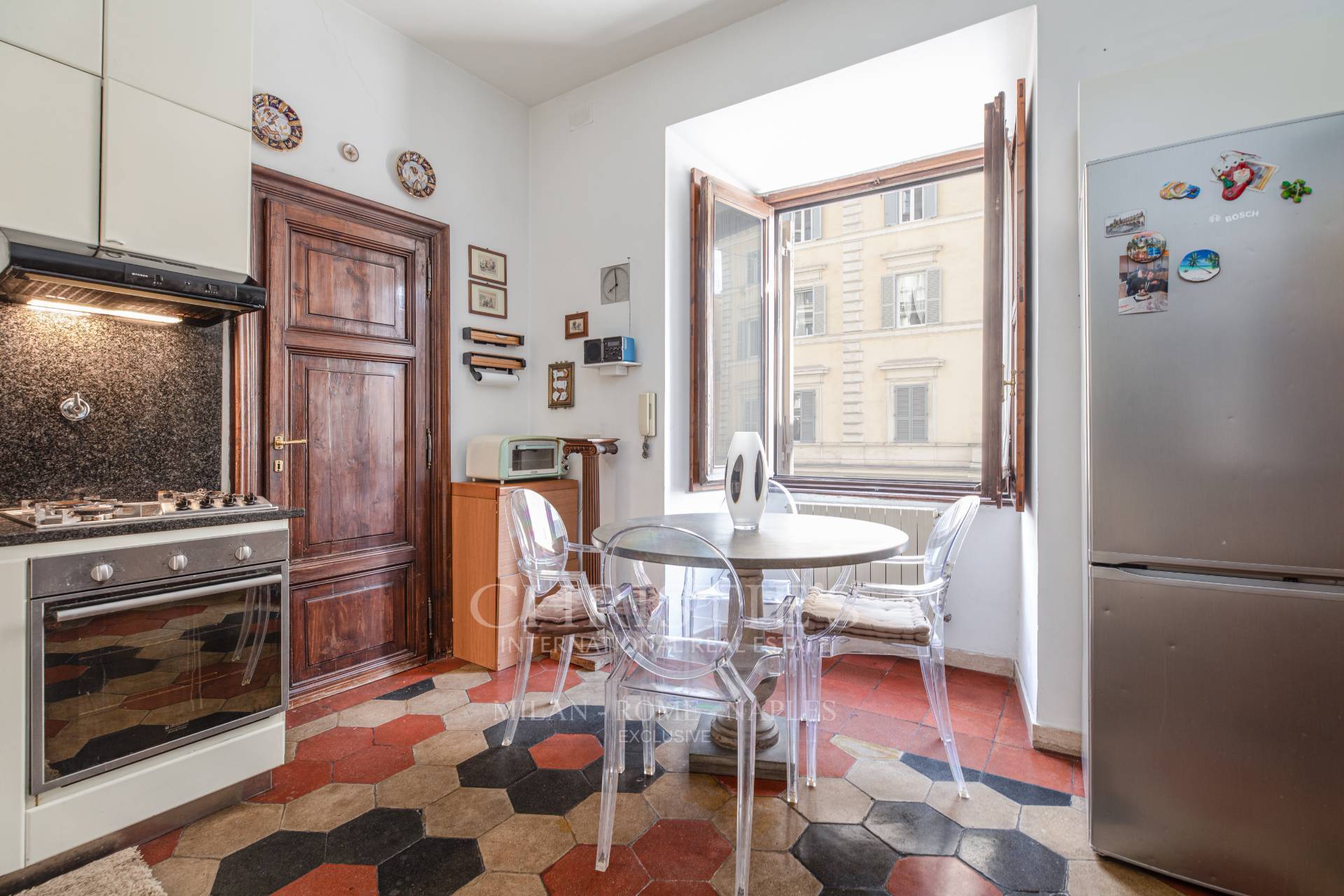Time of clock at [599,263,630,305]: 7:59
